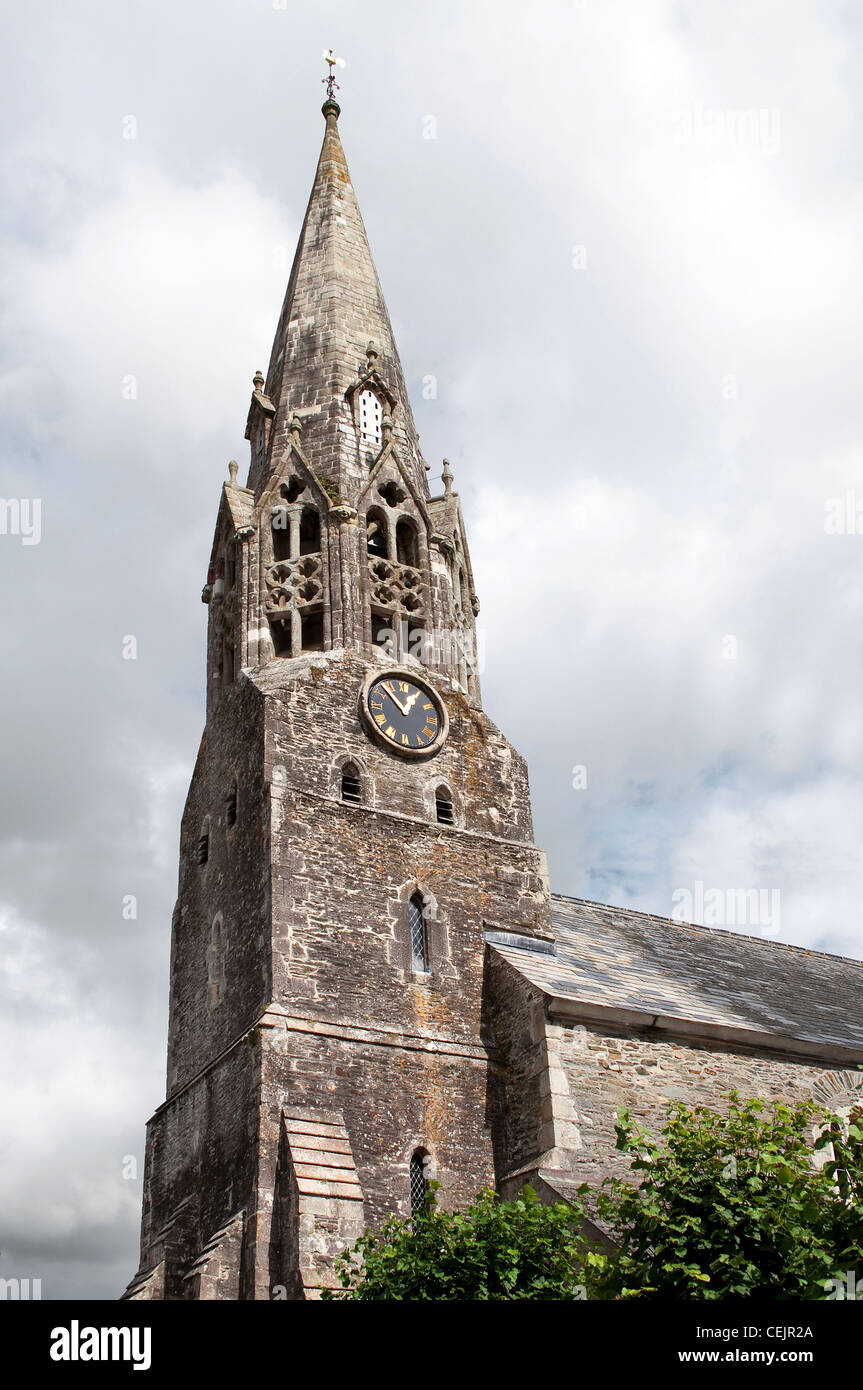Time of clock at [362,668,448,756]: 12:52
